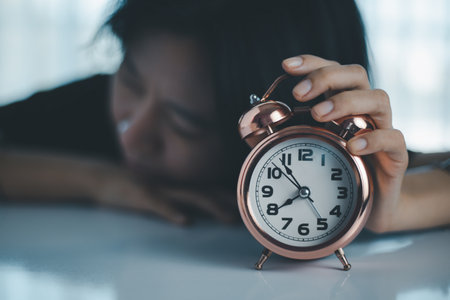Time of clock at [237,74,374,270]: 7:53
